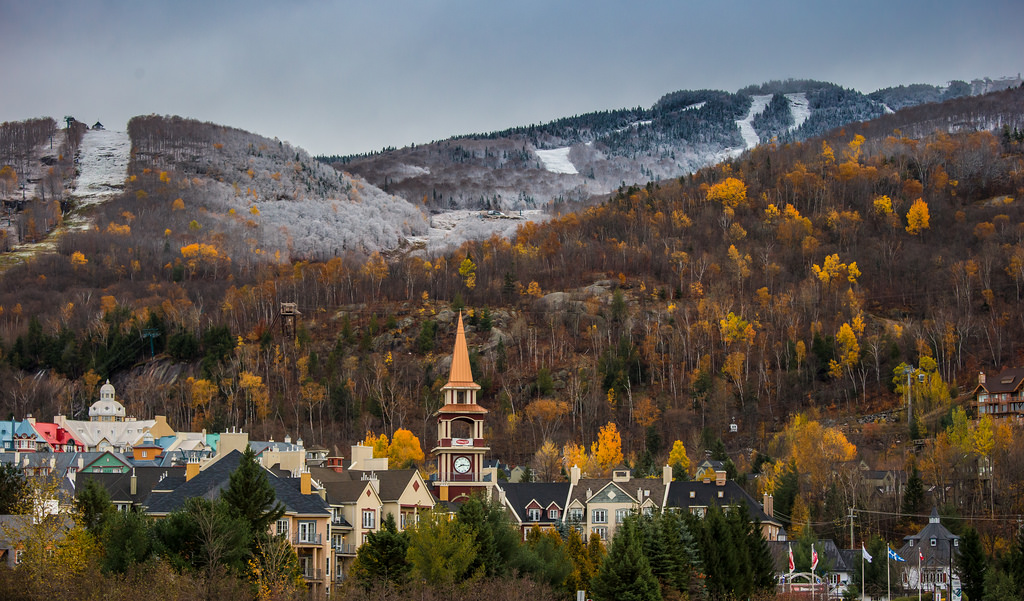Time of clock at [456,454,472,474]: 8:16
